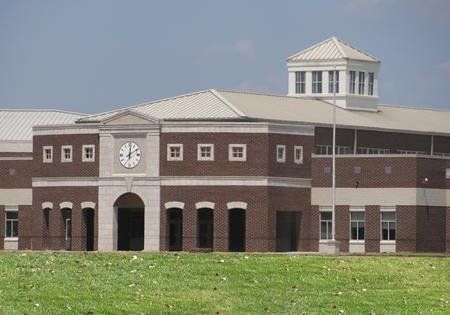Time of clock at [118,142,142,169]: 12:09
